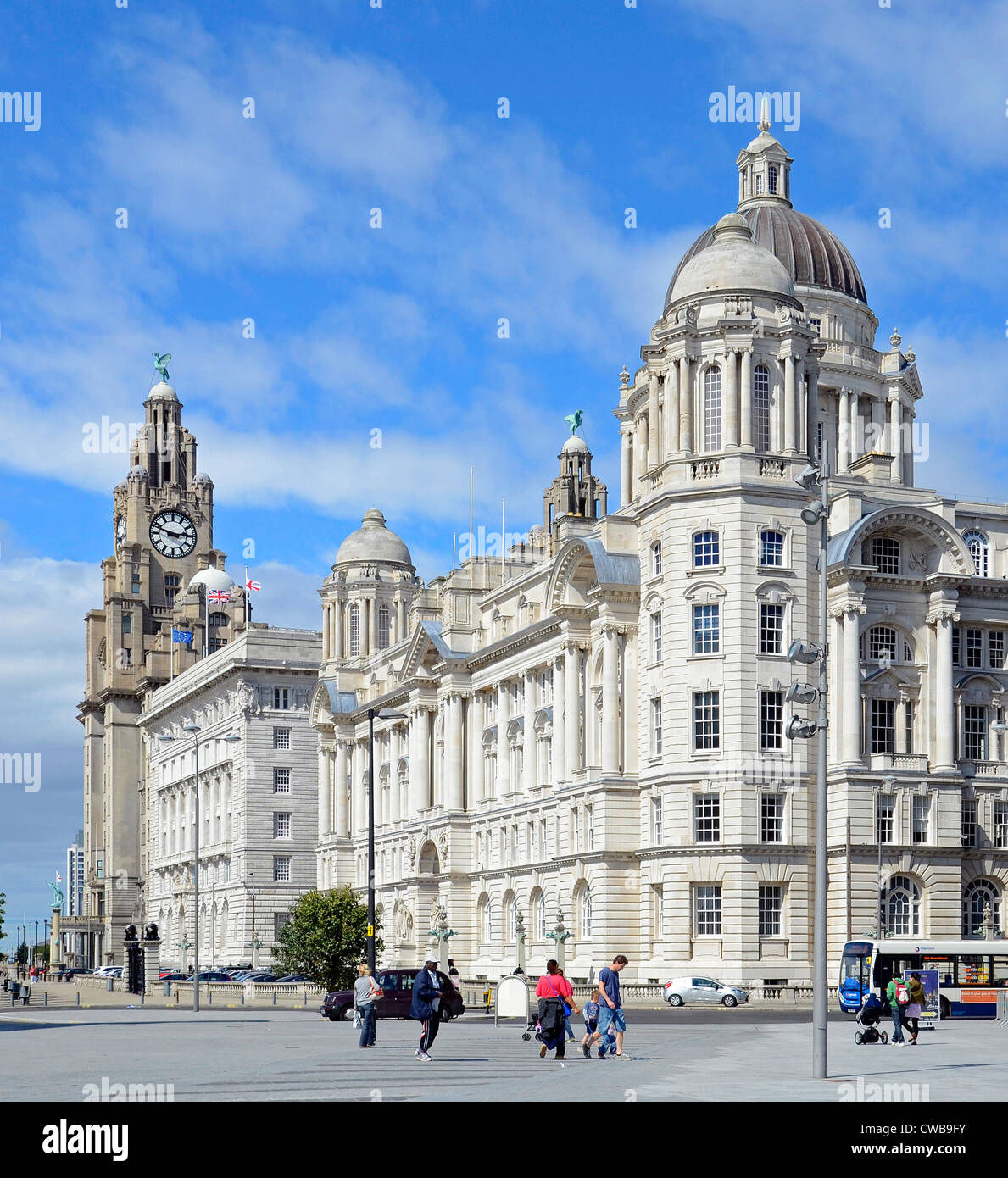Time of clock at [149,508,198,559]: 2:48
